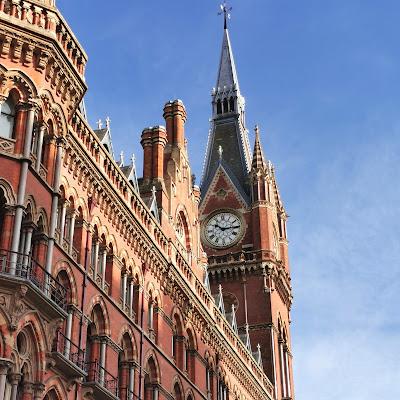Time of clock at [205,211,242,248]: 10:14
